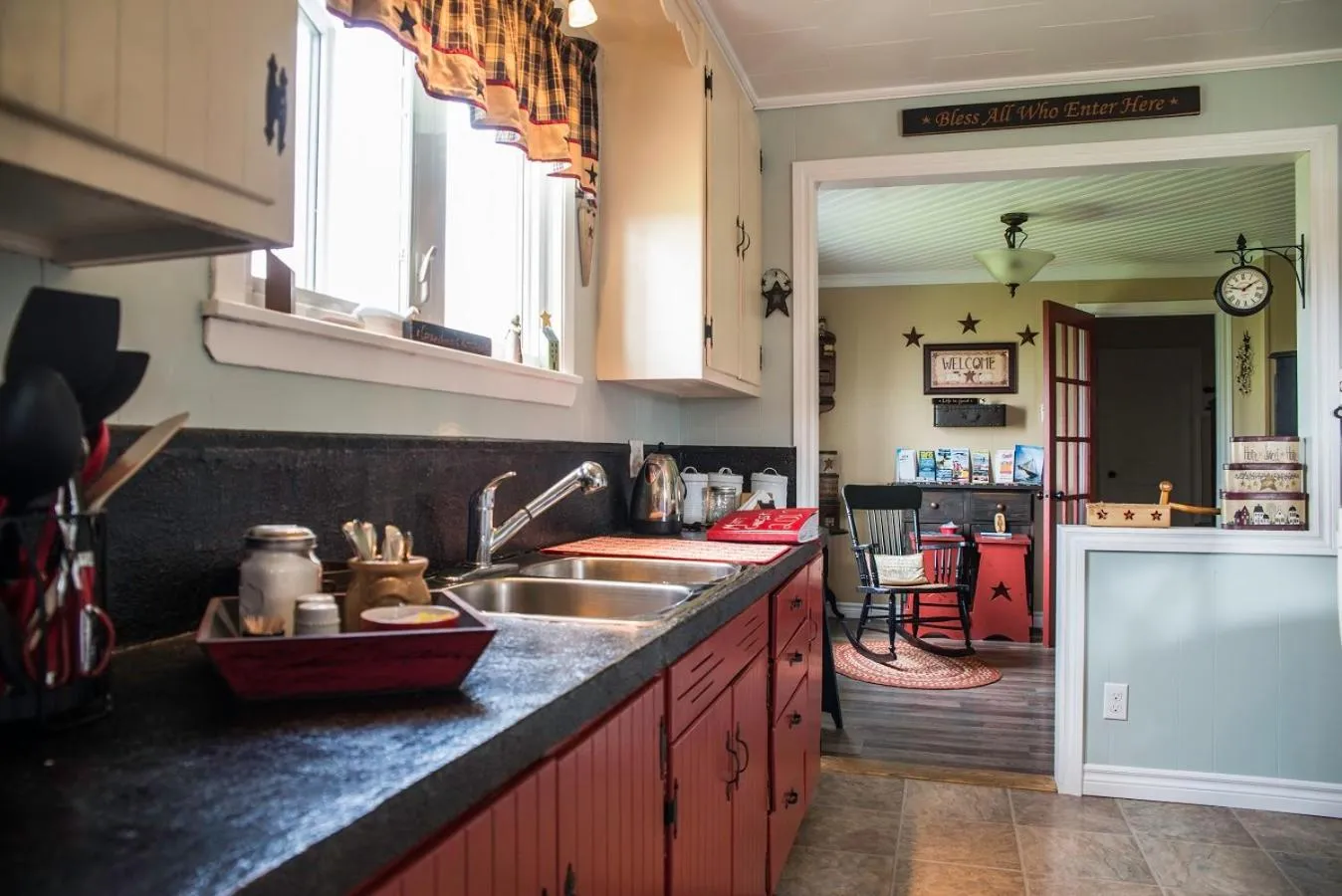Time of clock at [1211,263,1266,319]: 1:47
